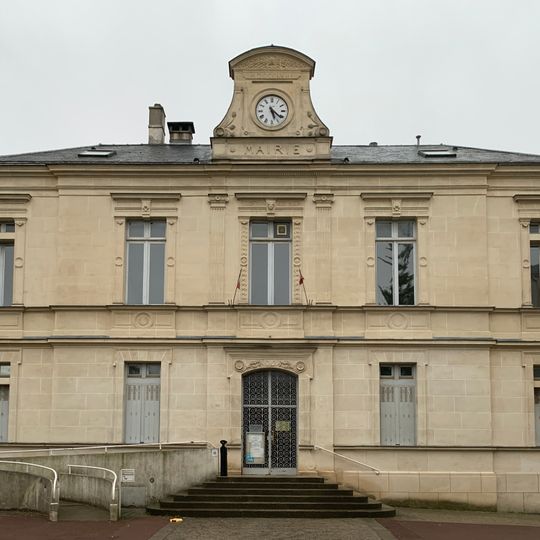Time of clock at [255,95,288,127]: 5:21
